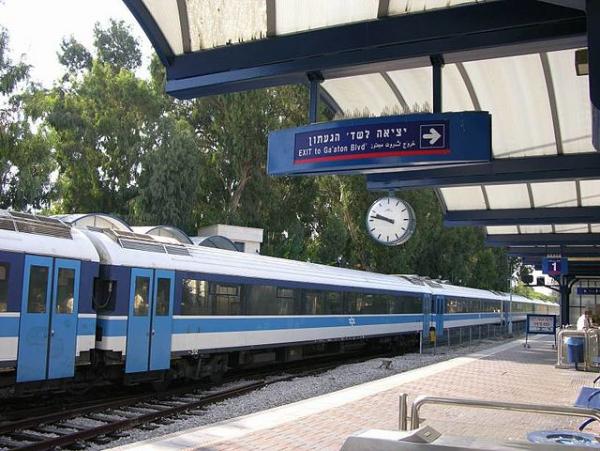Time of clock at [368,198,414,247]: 9:47
